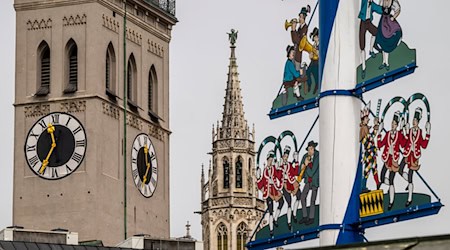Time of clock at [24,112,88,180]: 11:35
